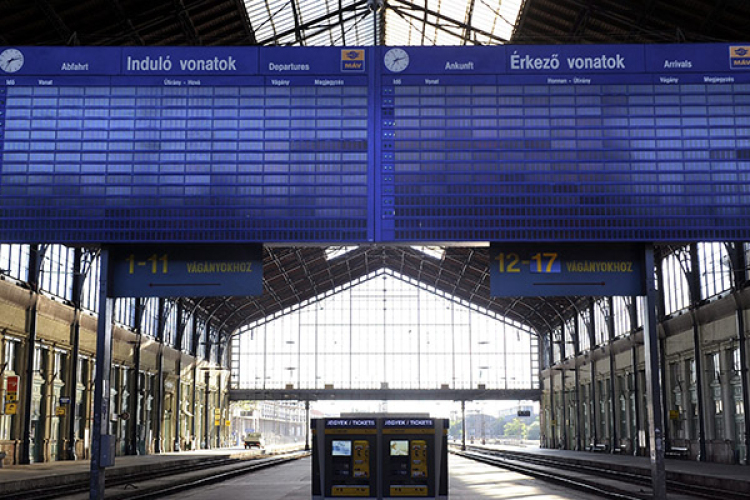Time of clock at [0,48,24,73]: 7:12
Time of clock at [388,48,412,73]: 7:12
